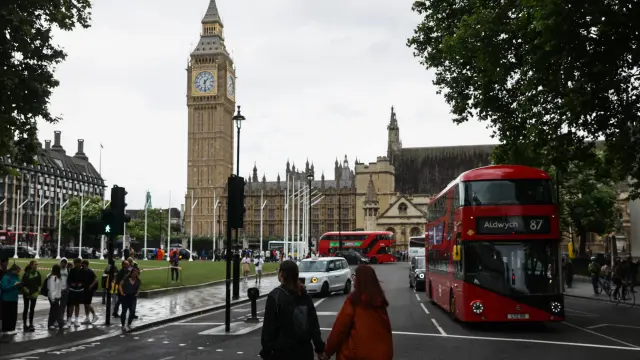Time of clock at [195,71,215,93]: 1:28
